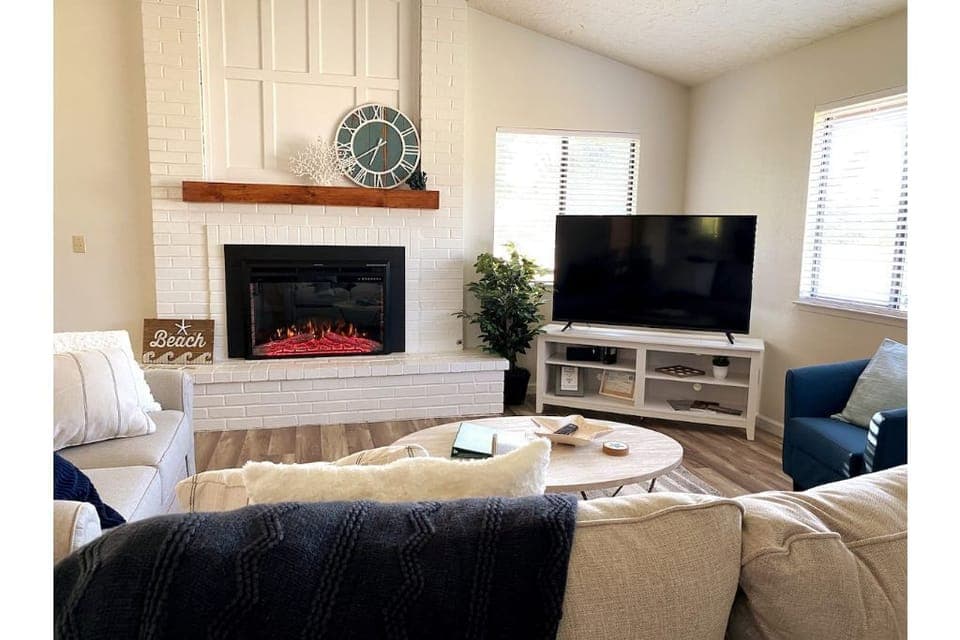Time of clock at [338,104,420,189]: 6:39
